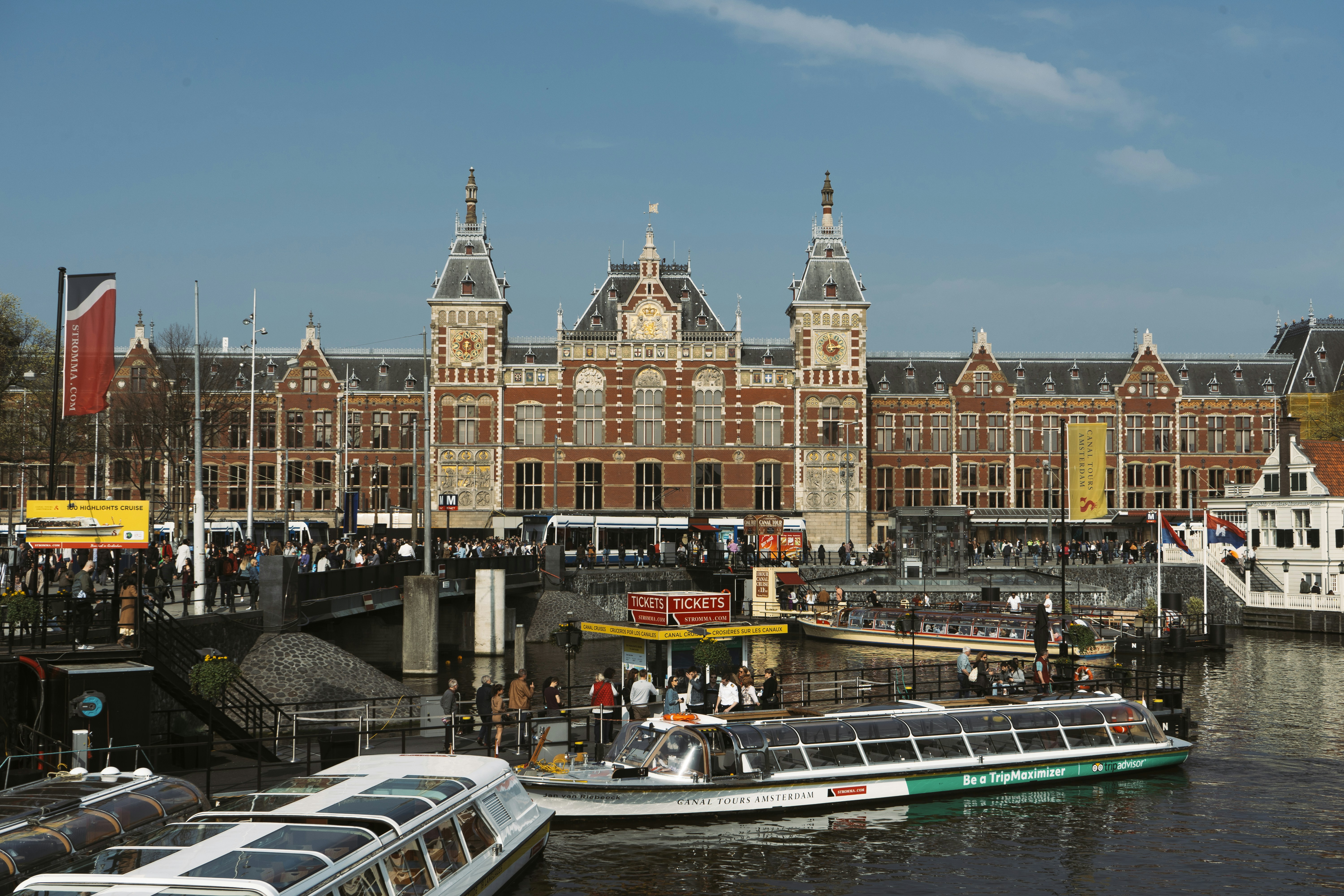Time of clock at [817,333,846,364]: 2:58
